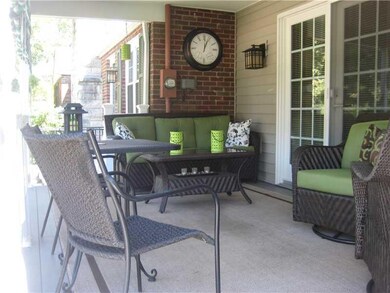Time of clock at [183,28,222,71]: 12:04
